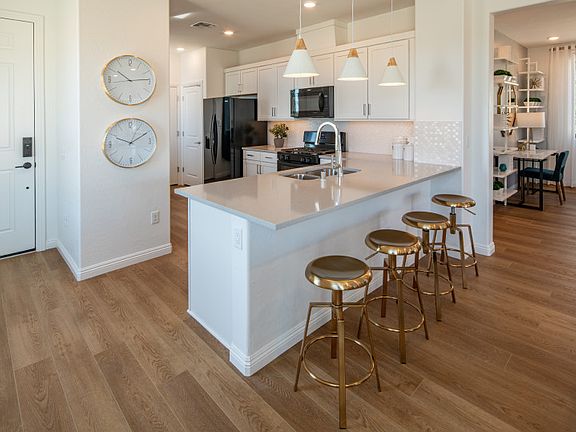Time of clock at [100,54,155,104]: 10:13
